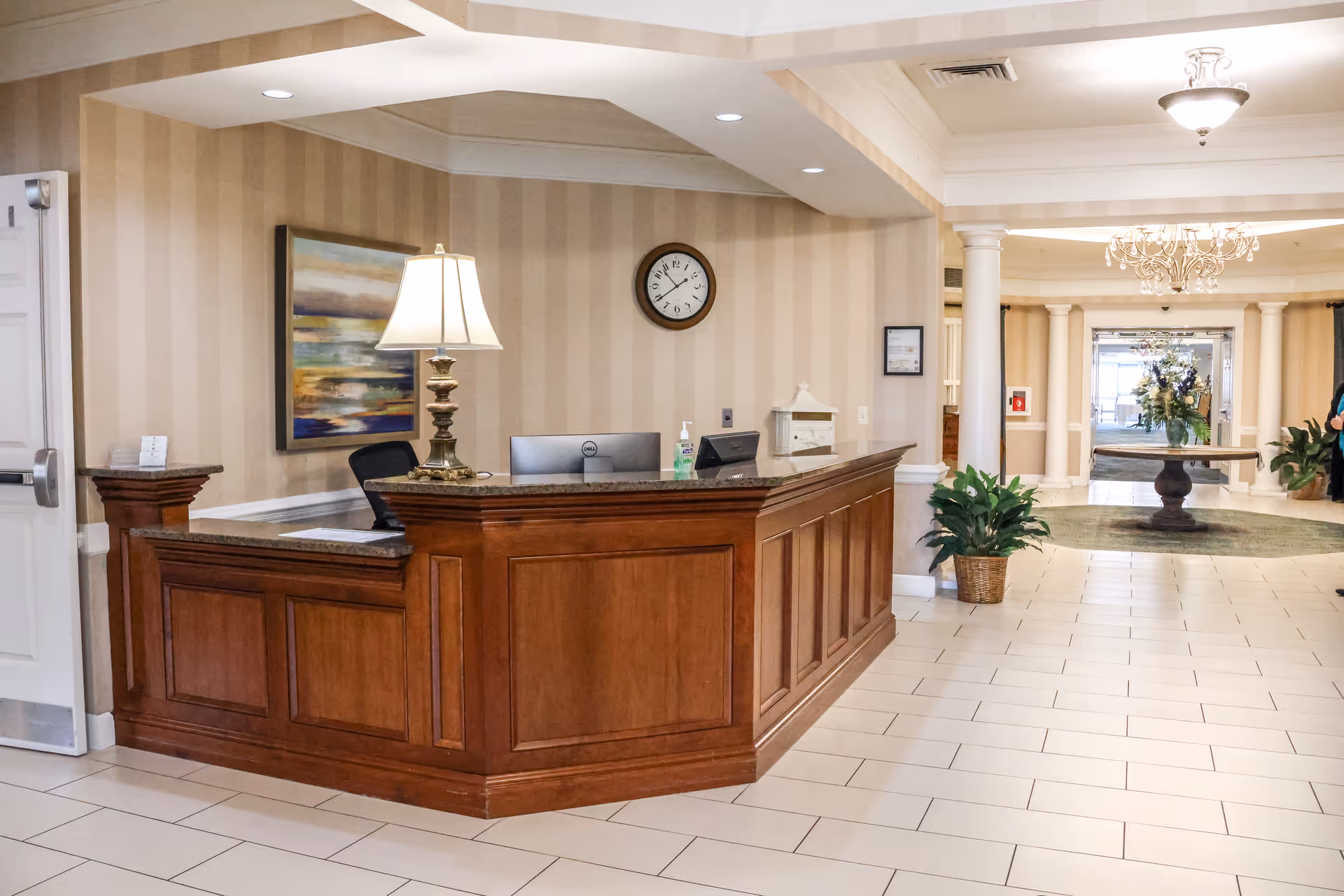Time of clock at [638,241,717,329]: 10:39
